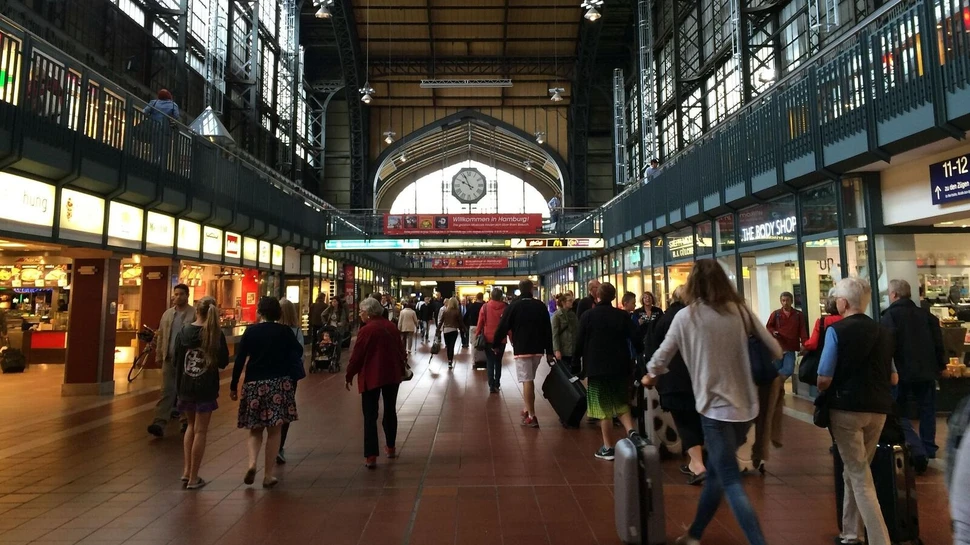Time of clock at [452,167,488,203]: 9:55
